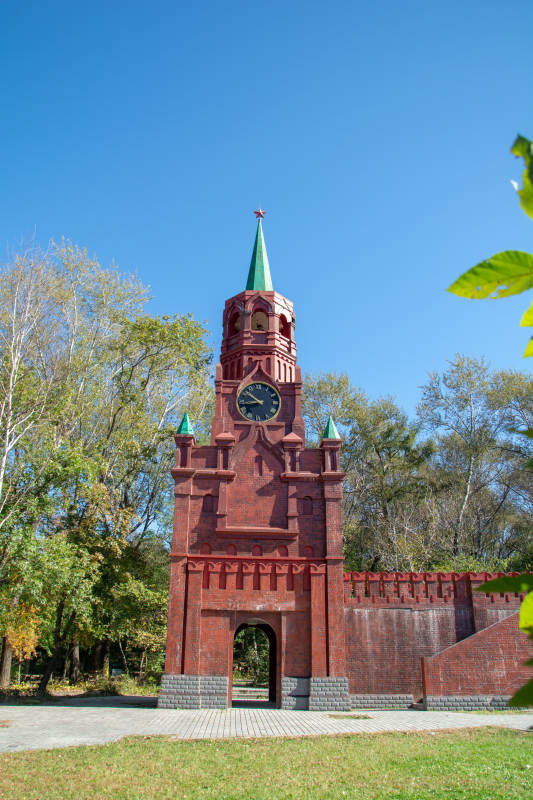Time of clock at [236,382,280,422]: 8:51
